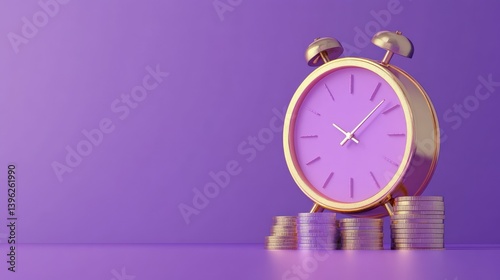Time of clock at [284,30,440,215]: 10:07
